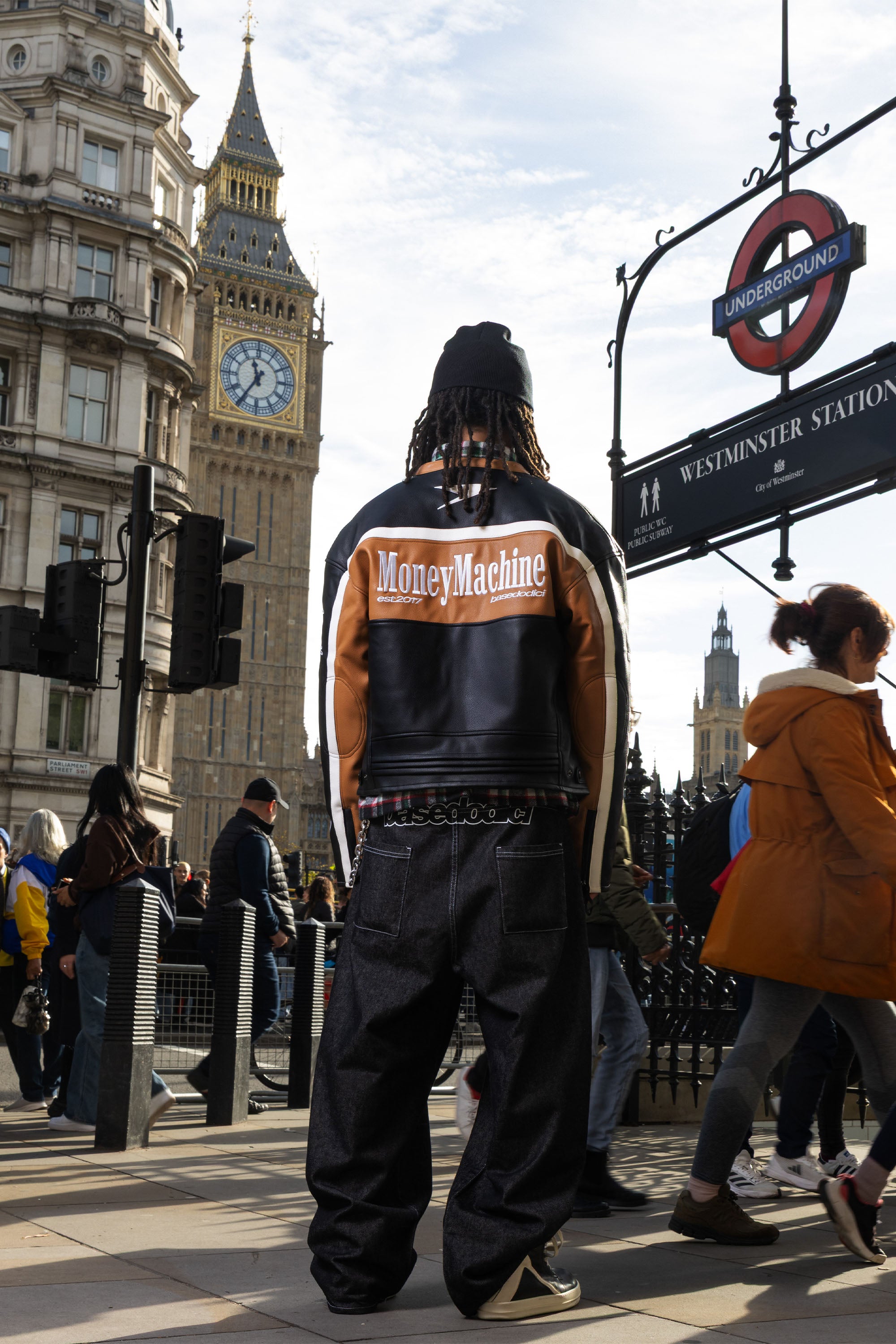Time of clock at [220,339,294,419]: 11:35
